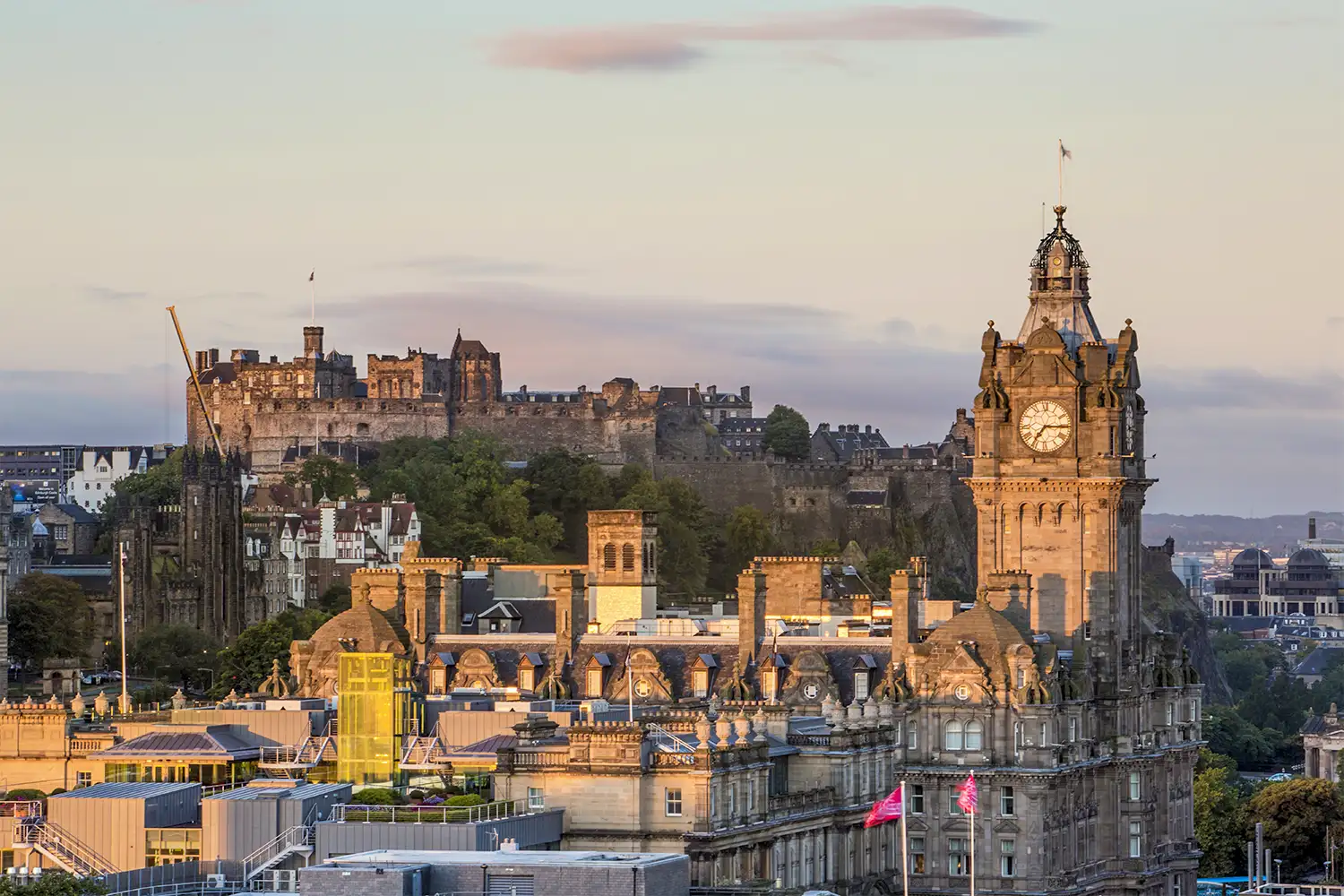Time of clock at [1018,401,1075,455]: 7:15
